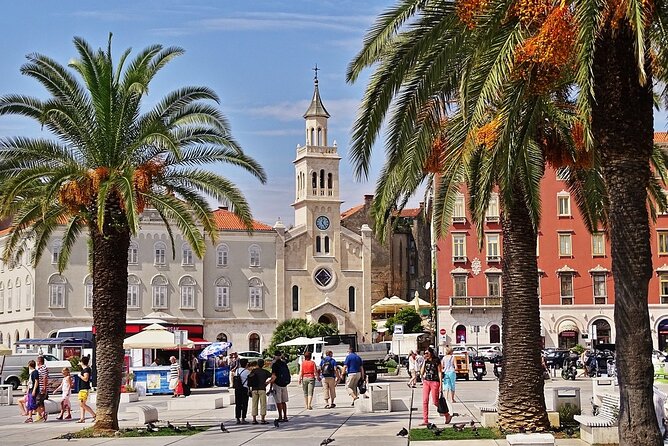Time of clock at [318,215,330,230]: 12:23
